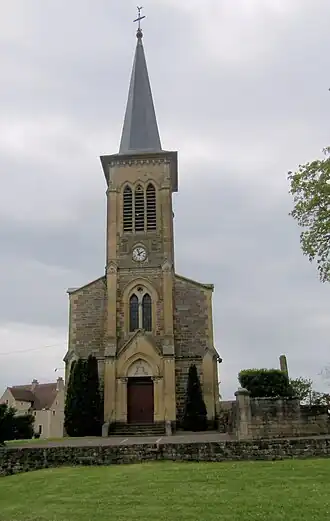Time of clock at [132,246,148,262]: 1:56
